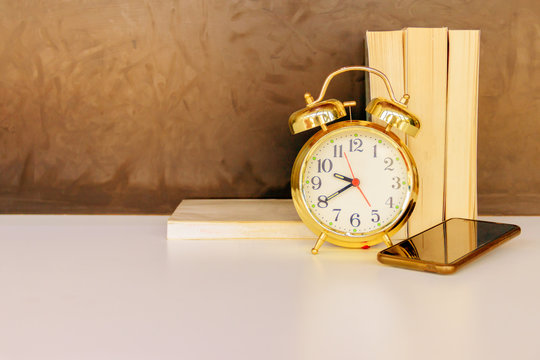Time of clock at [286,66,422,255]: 9:40
